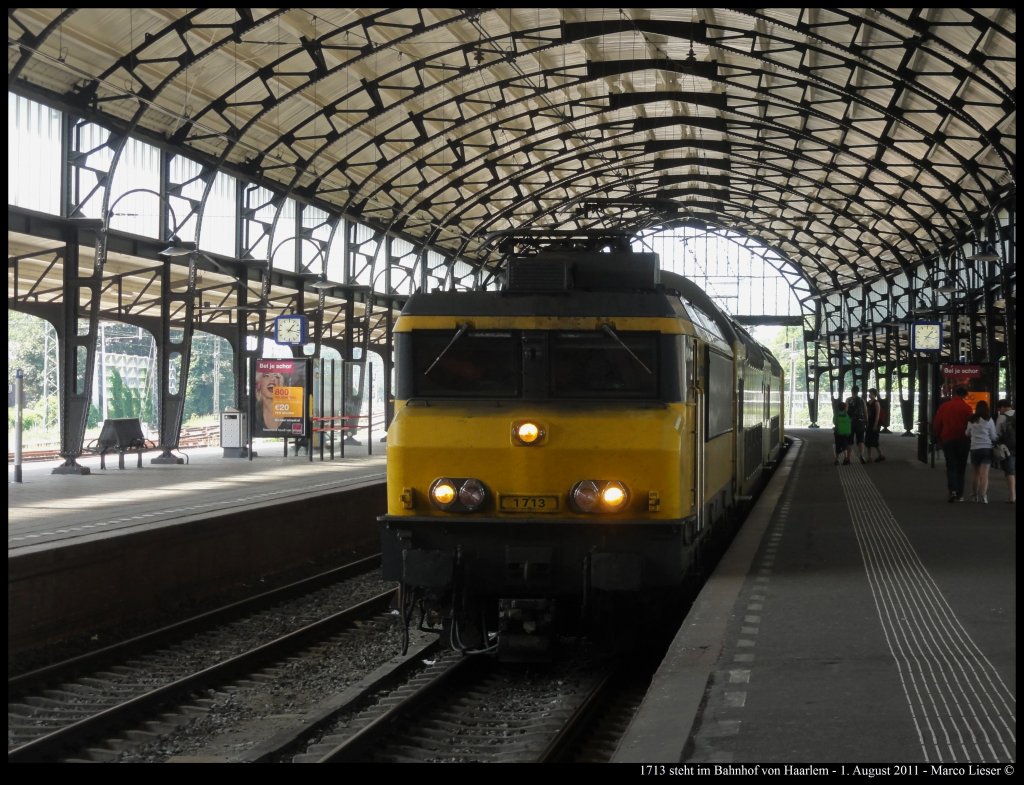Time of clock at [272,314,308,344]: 1:16
